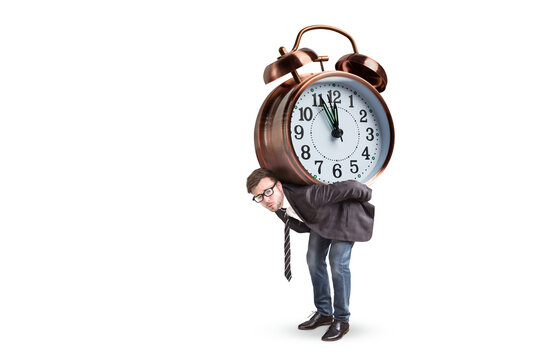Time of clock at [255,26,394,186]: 11:55
